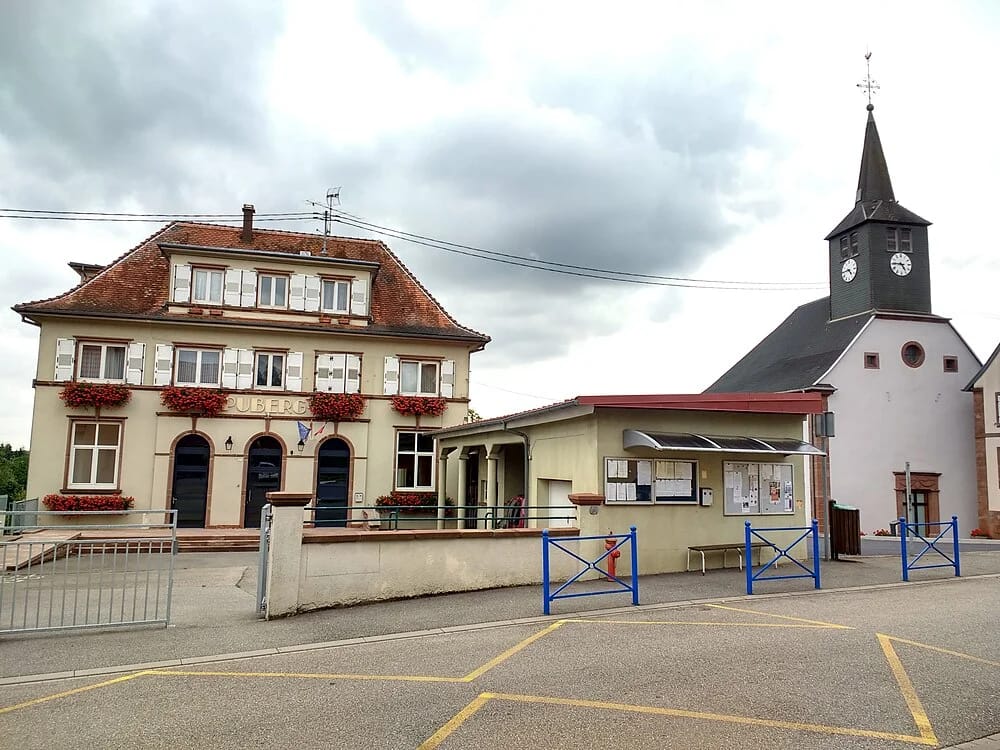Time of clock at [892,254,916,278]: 4:45
